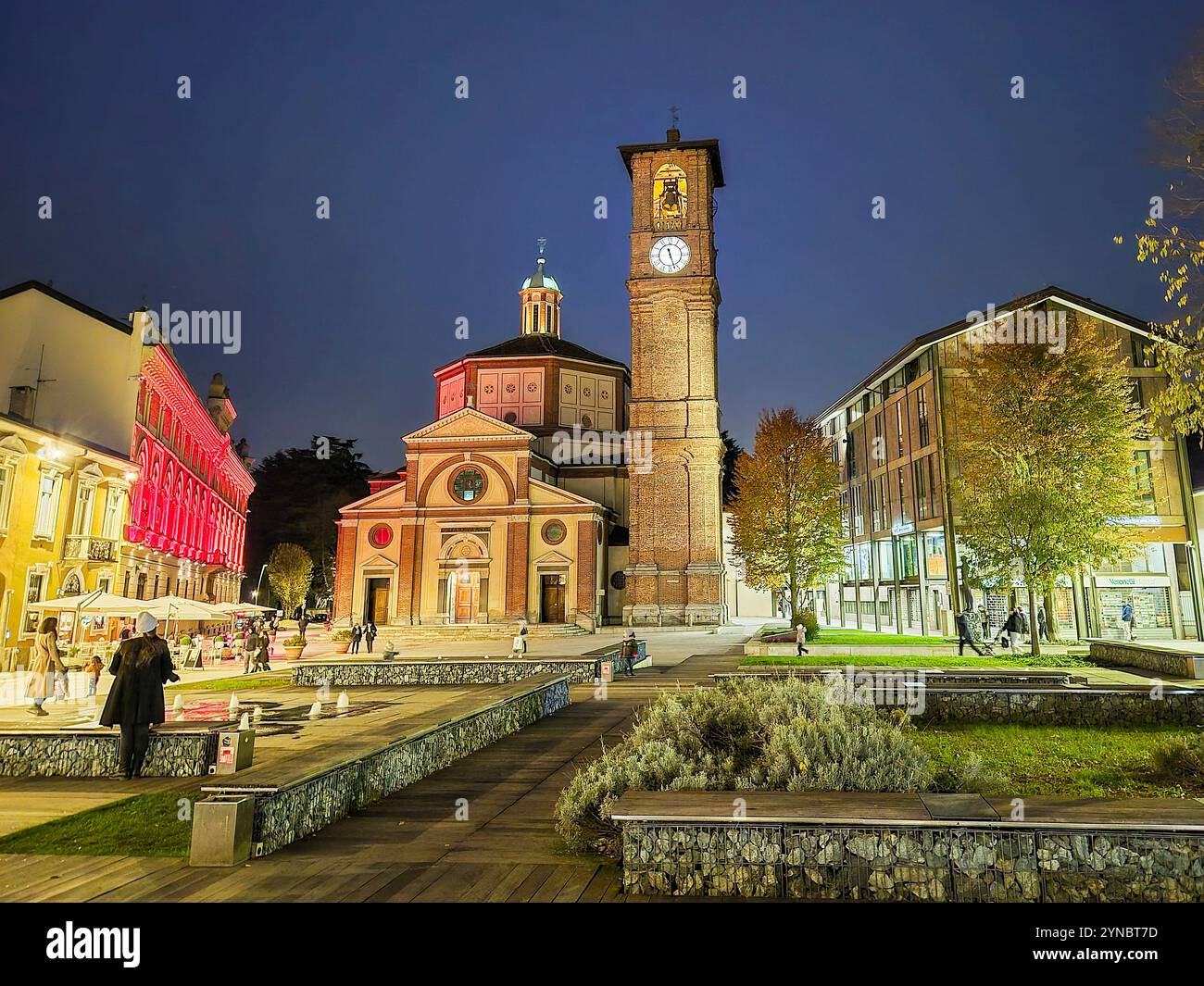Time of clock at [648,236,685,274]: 11:27
